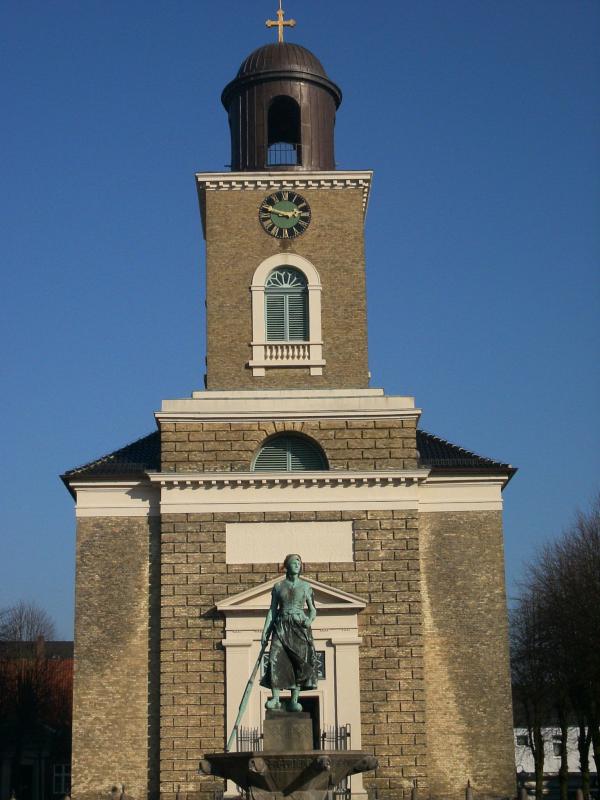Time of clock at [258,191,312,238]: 2:48
